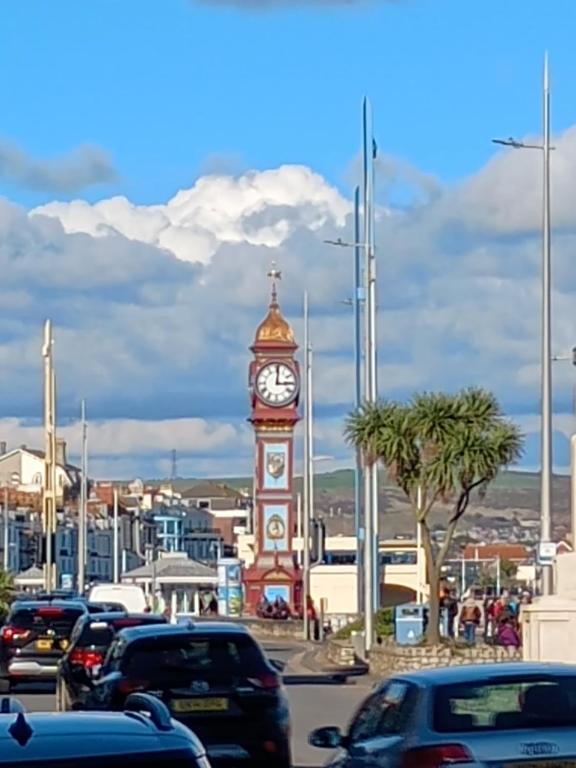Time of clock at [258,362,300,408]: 3:01
